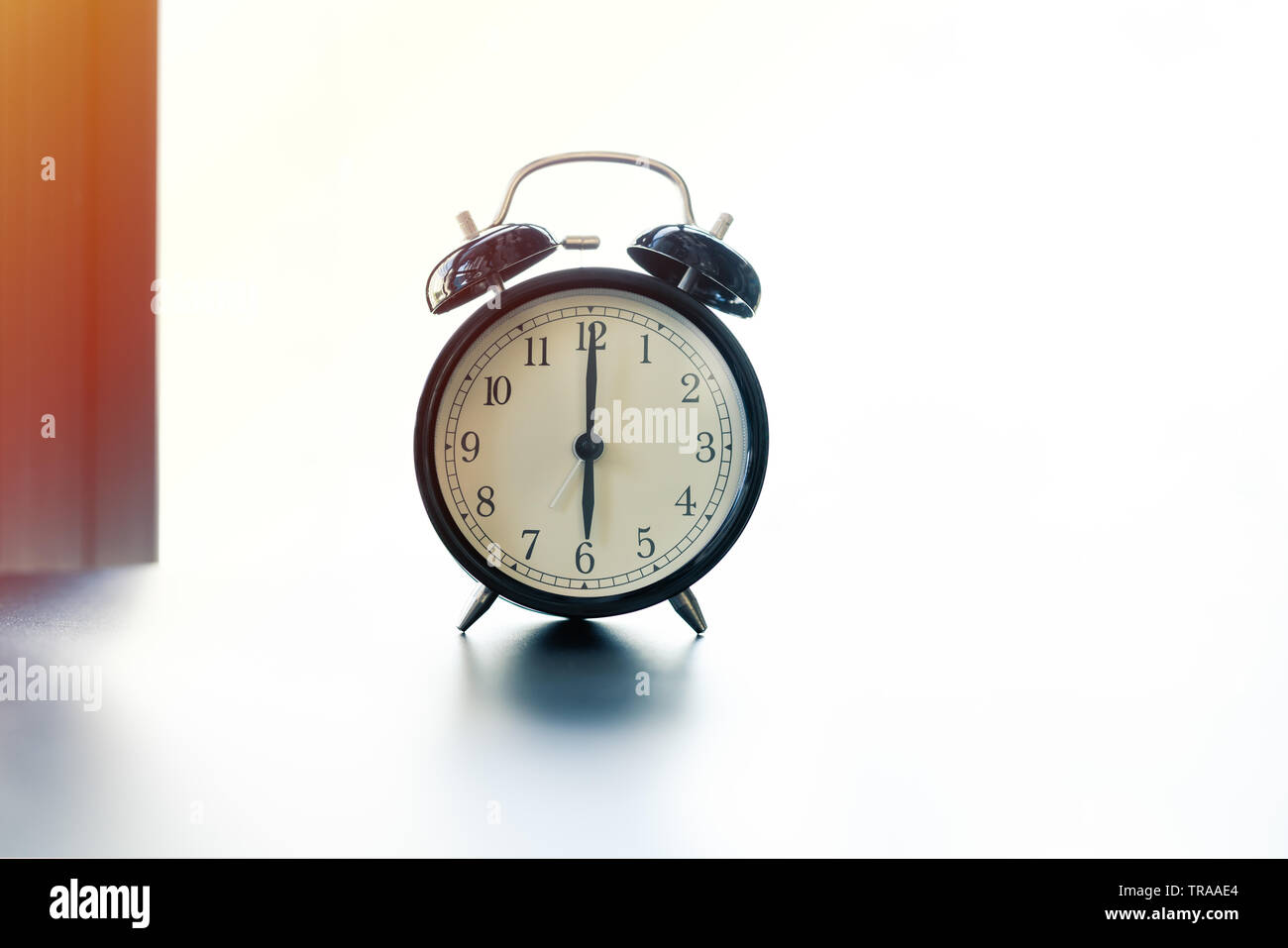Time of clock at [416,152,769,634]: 6:00
